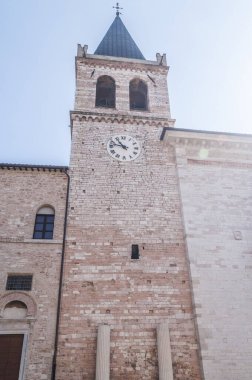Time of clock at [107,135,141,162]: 10:47
